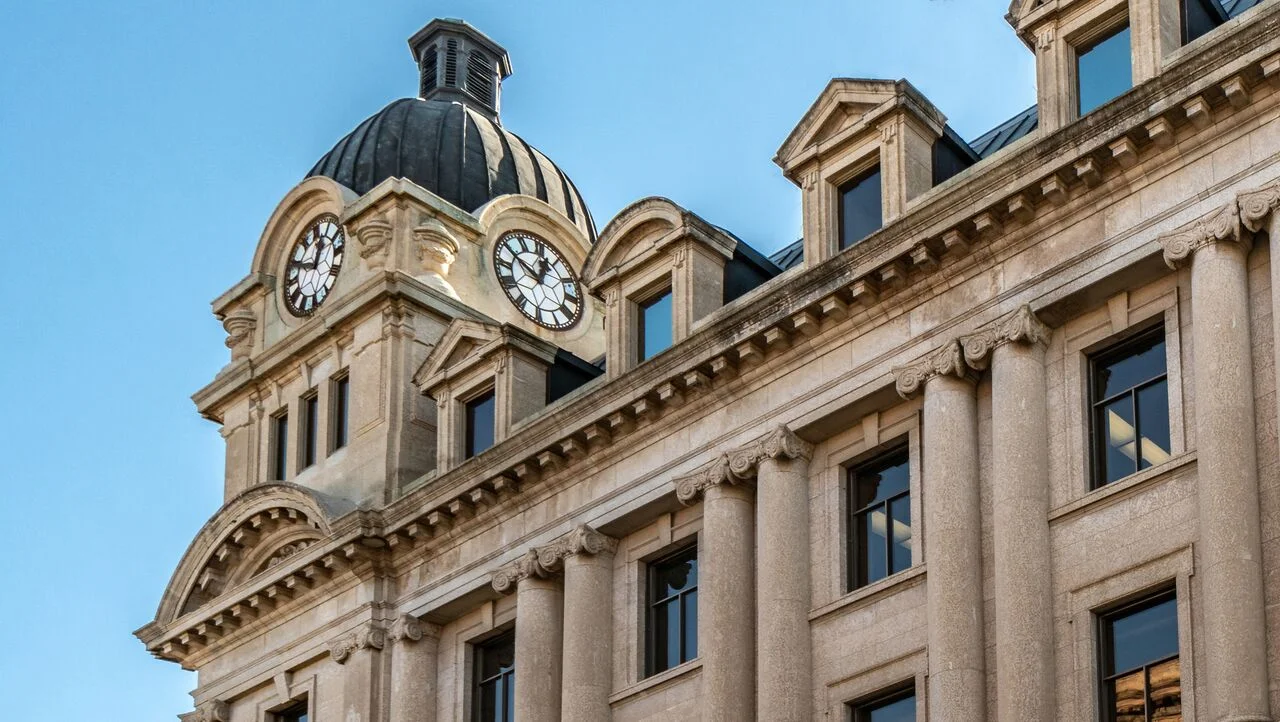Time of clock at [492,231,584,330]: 12:49
